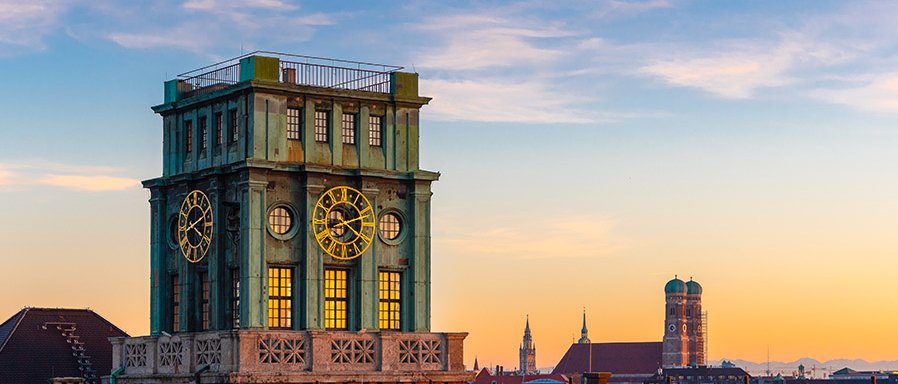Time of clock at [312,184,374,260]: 8:20
